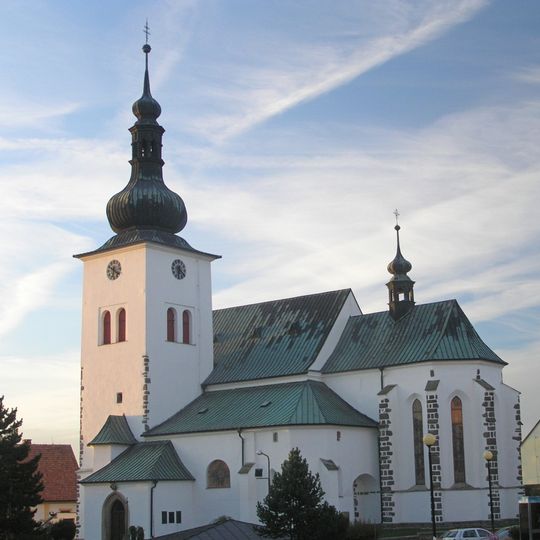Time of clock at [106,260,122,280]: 6:21
